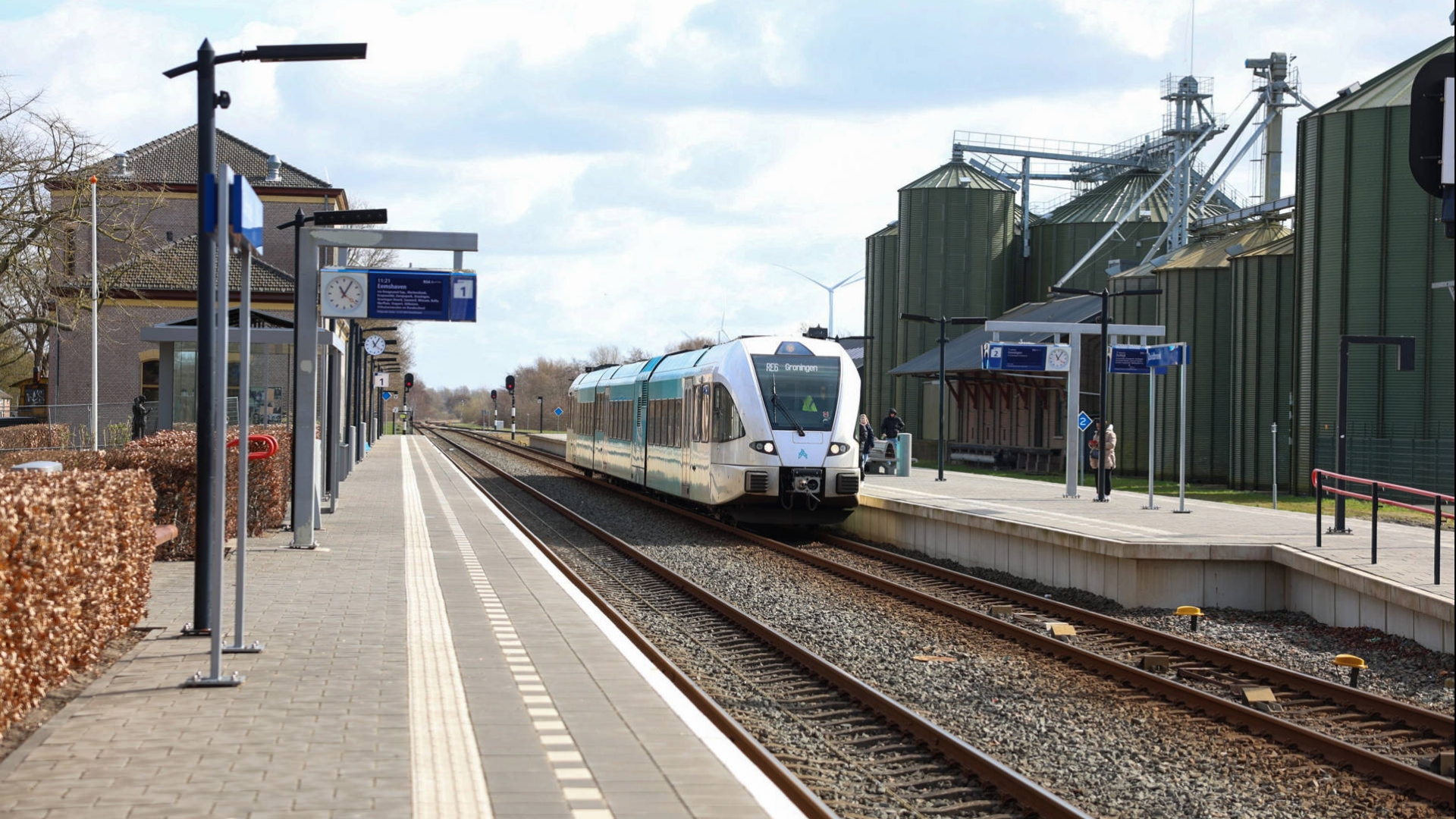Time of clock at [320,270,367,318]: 11:05
